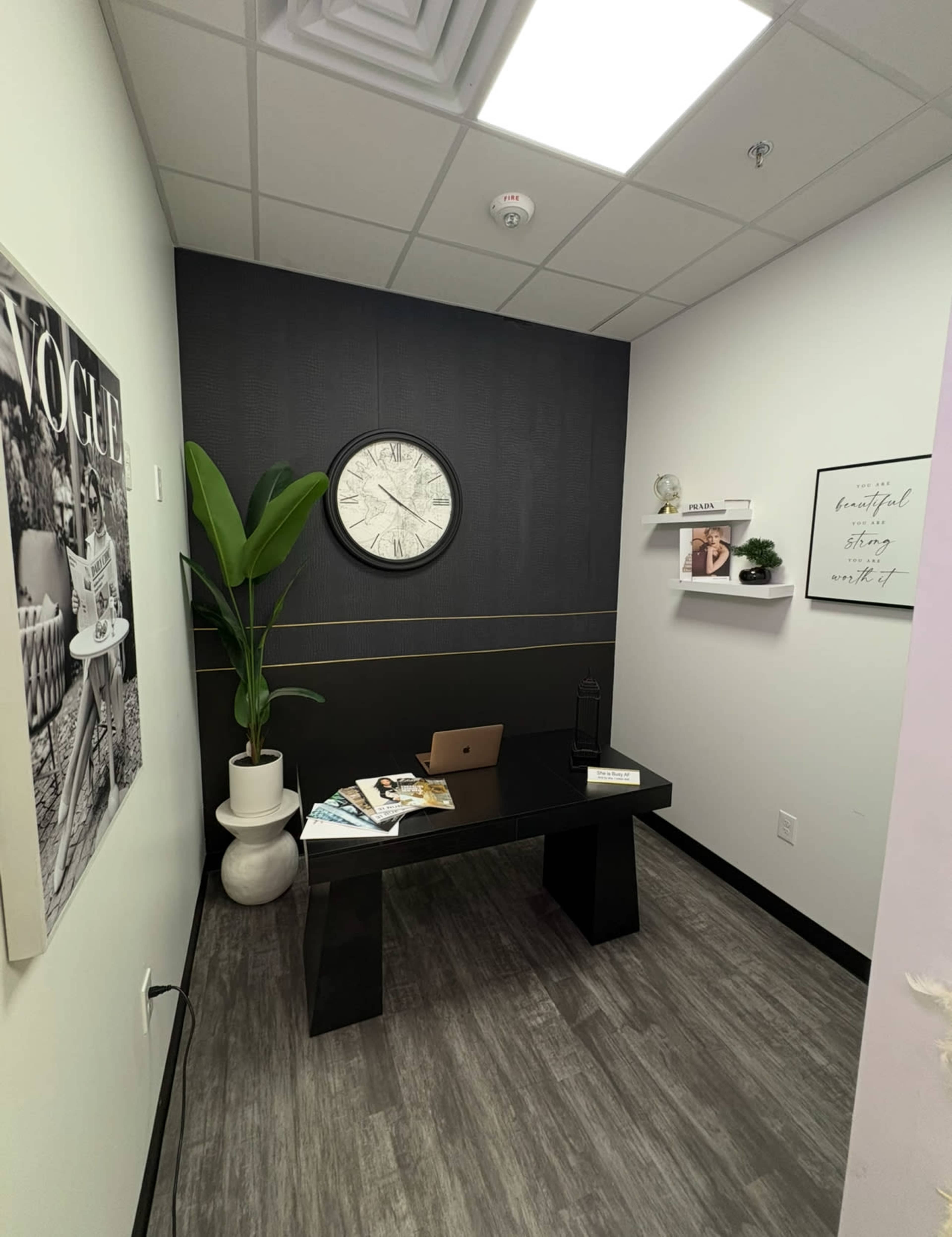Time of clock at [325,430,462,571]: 10:20
